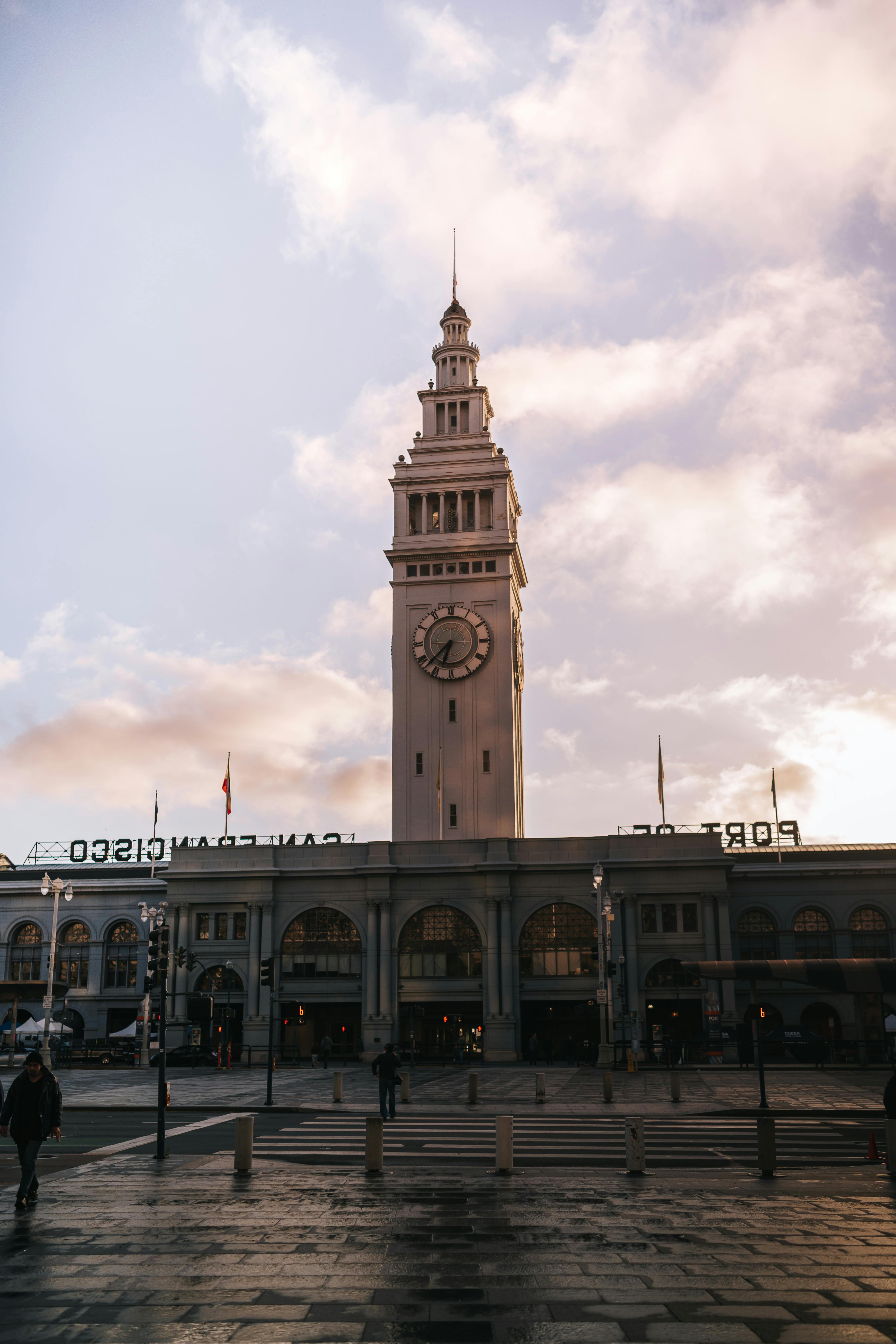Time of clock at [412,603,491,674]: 6:37
